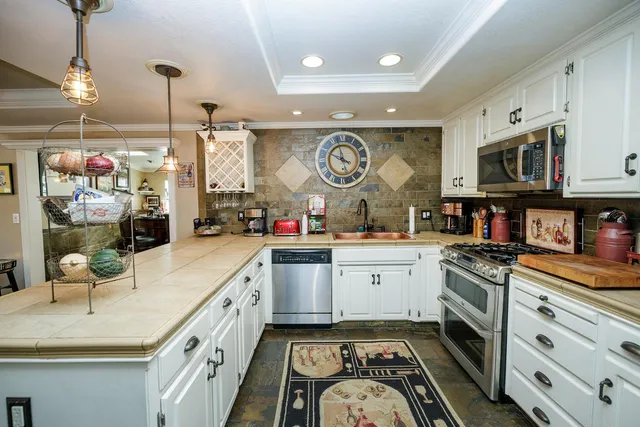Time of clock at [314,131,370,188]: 3:57
